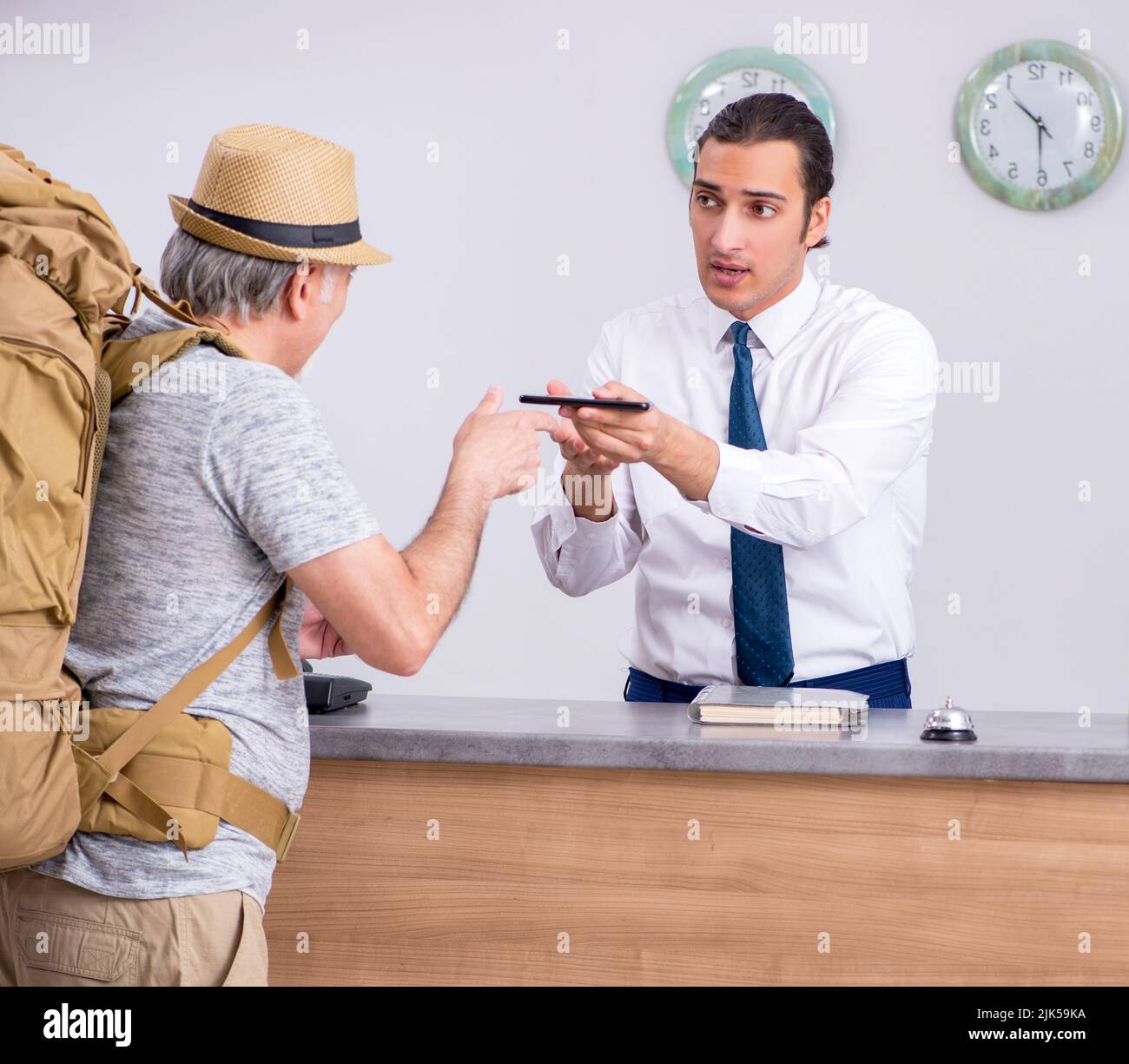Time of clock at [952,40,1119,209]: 10:30
